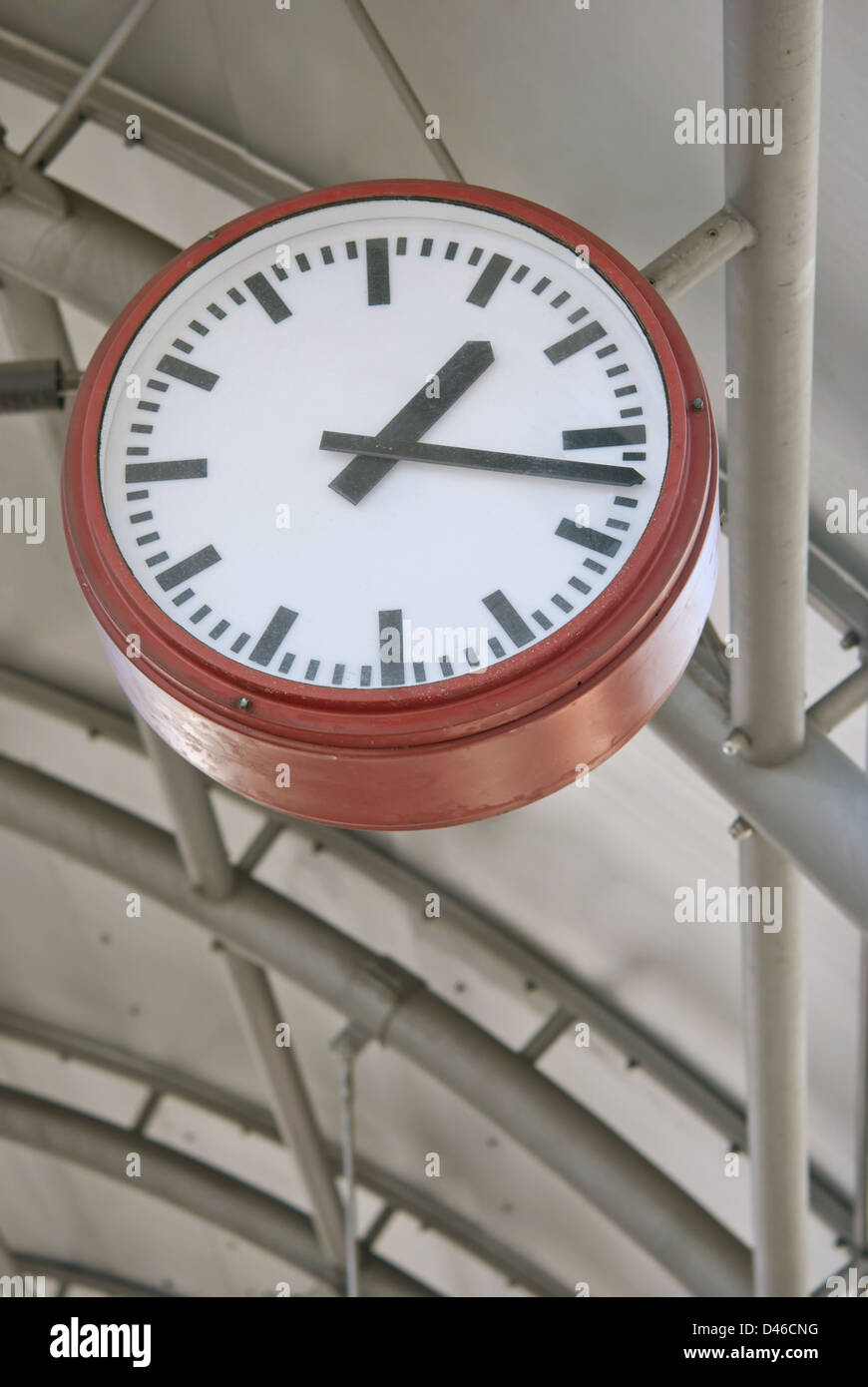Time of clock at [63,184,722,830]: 1:16
